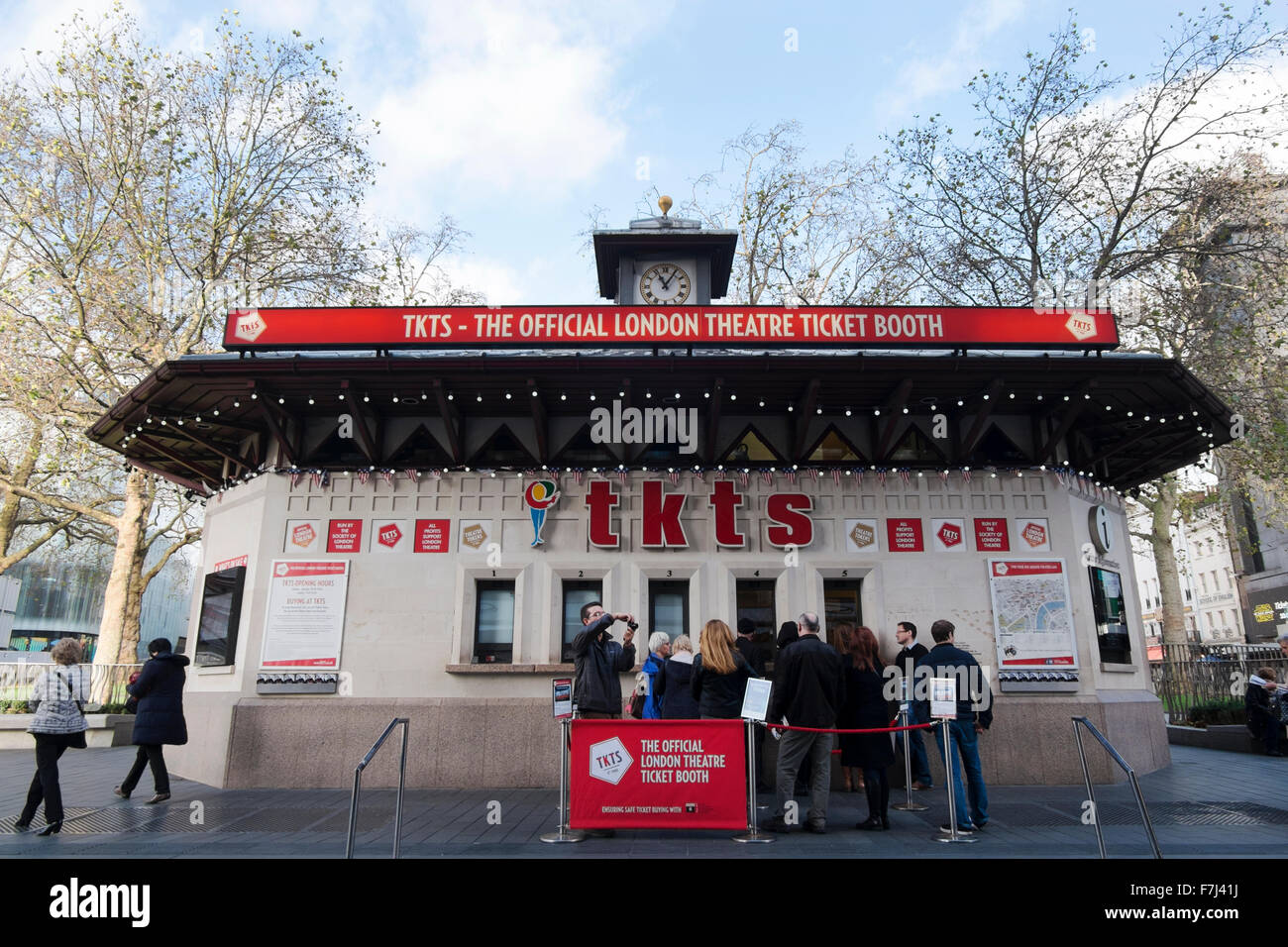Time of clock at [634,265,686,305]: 11:05
